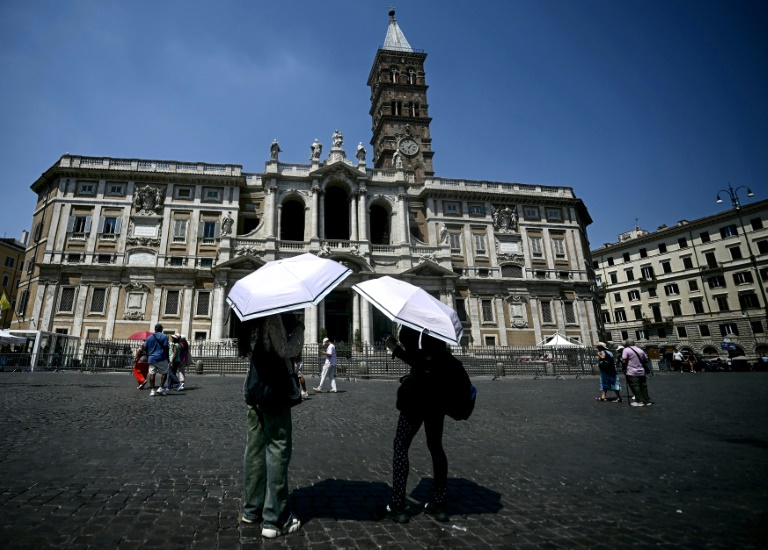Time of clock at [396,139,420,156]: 6:06
